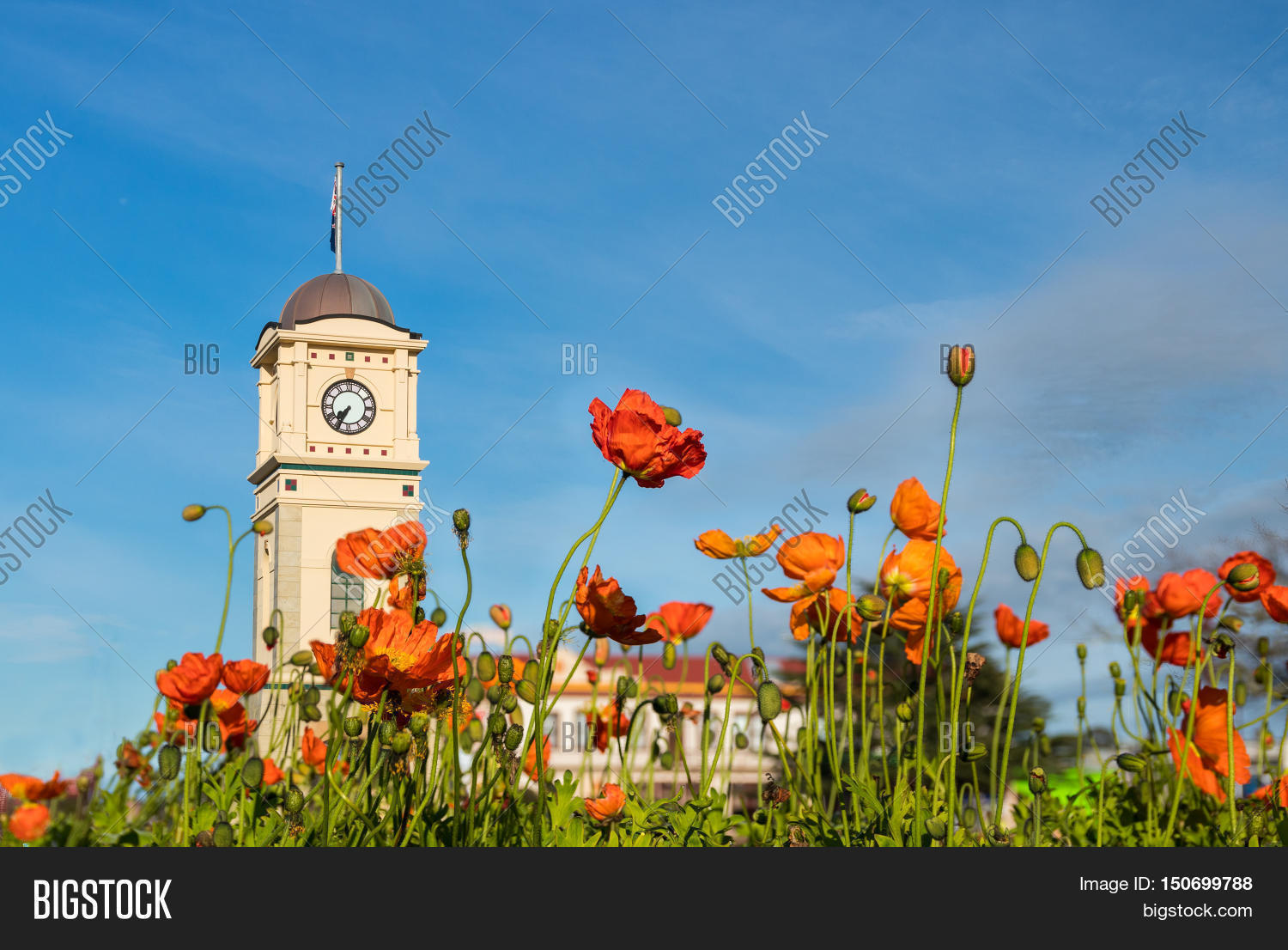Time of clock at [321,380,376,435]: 7:34
